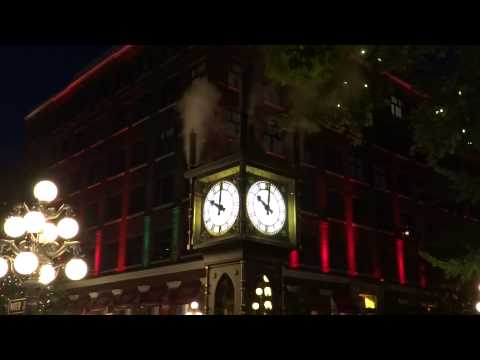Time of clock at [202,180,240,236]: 10:00
